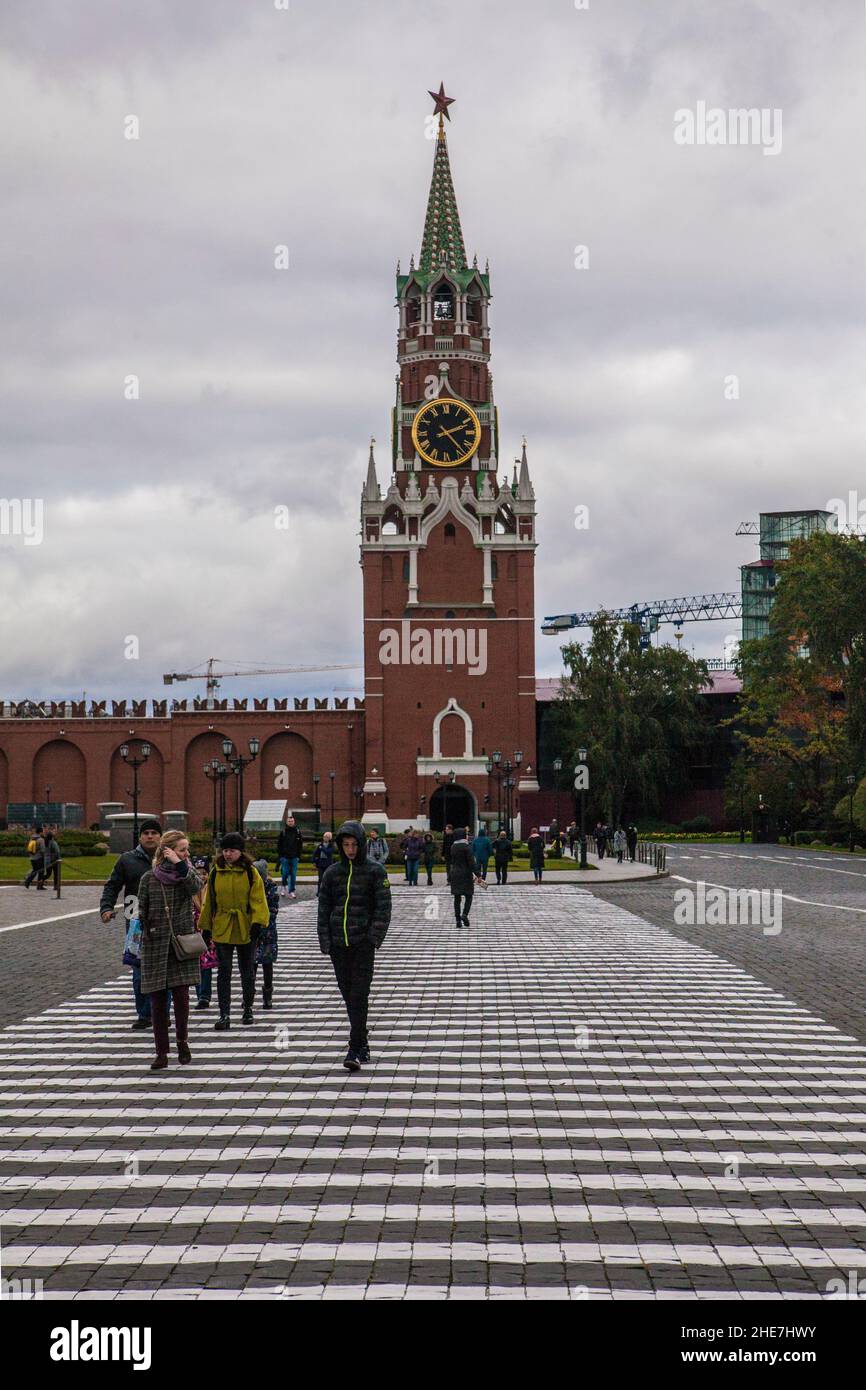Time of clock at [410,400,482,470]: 2:23
